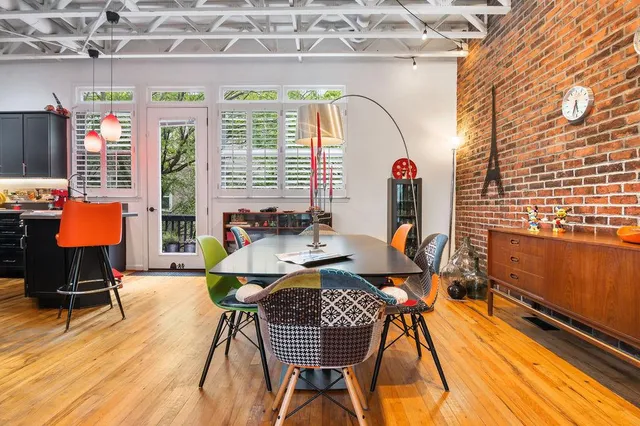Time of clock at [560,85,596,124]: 5:33
